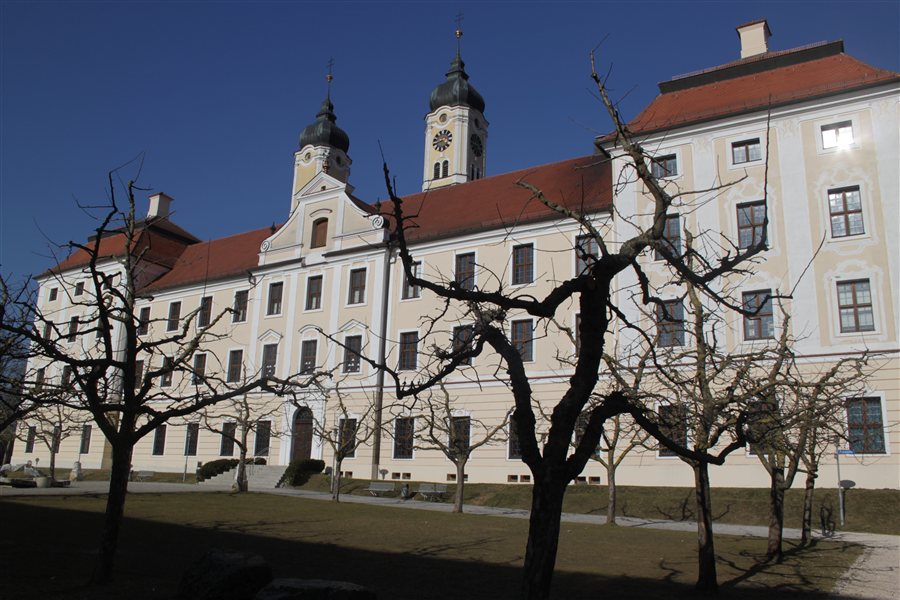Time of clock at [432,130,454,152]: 3:40
